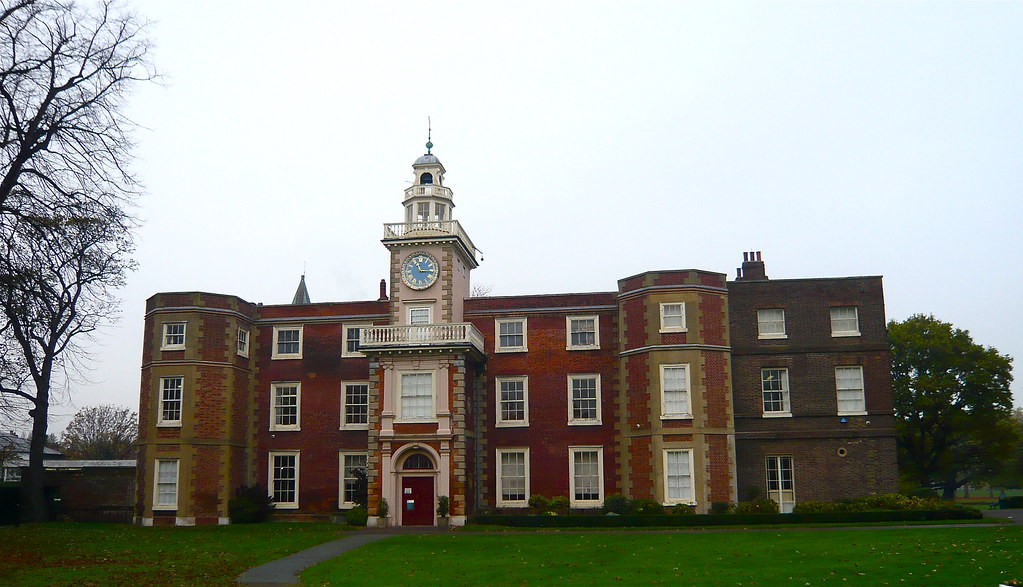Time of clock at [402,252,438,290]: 11:14
